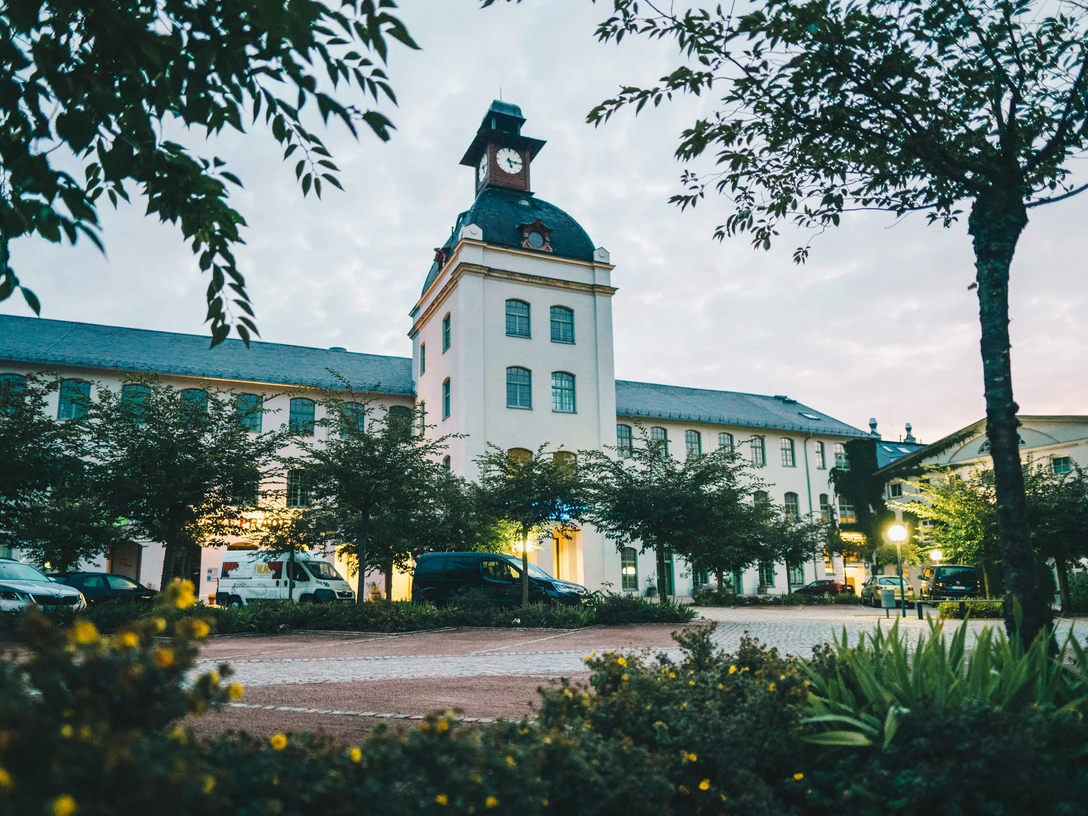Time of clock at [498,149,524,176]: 5:15
